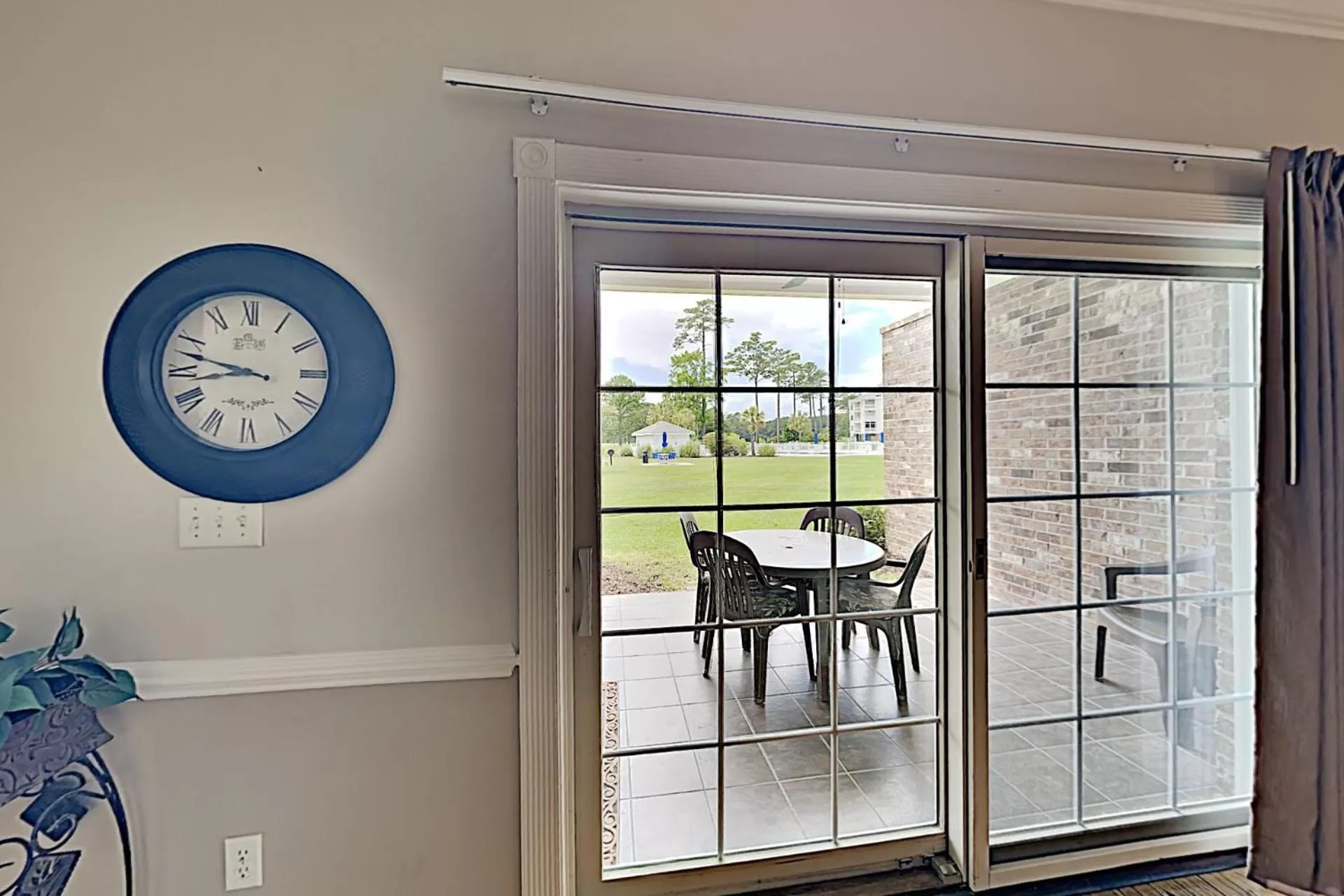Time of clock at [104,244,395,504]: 8:47
